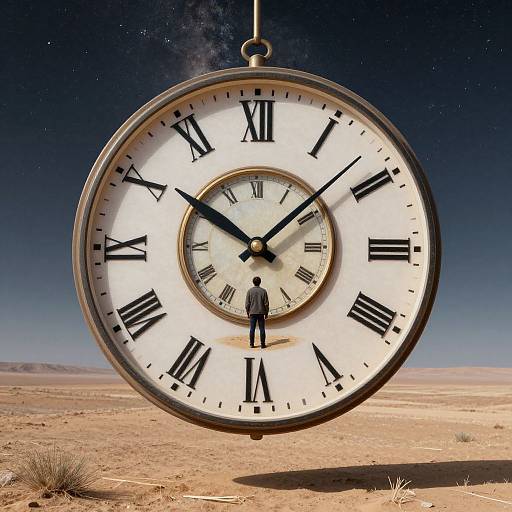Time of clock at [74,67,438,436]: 10:07
